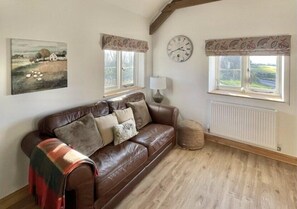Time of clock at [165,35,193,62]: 3:41
